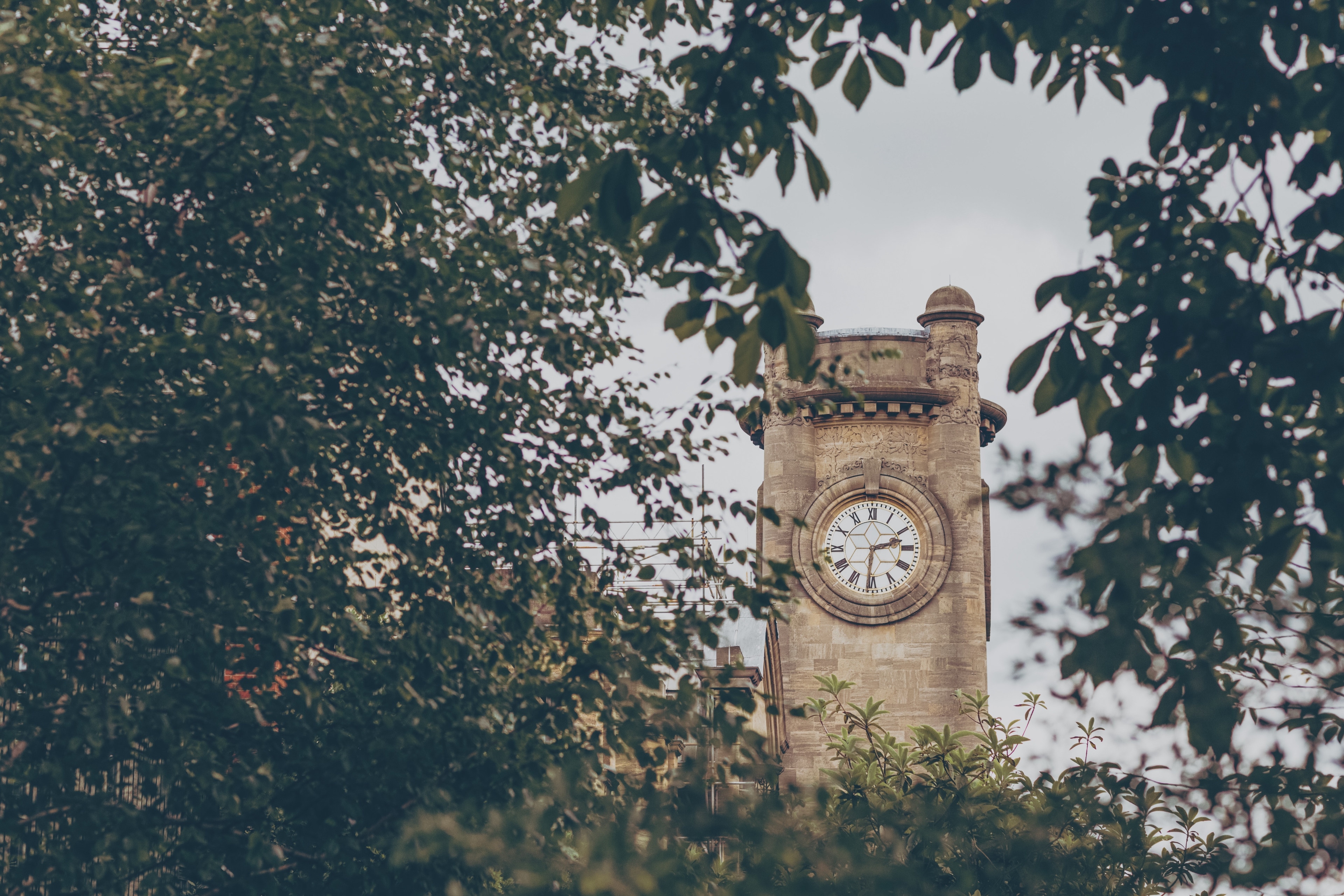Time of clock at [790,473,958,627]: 2:30
